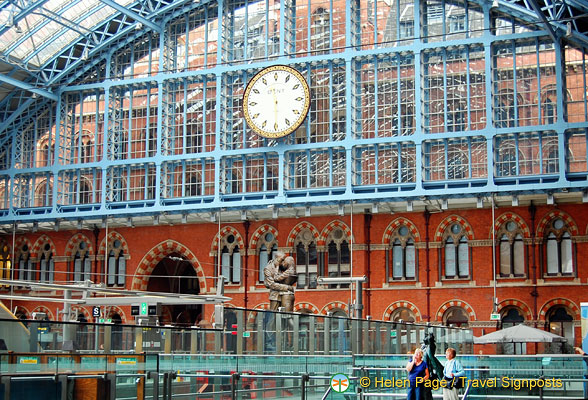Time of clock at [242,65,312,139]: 11:29
